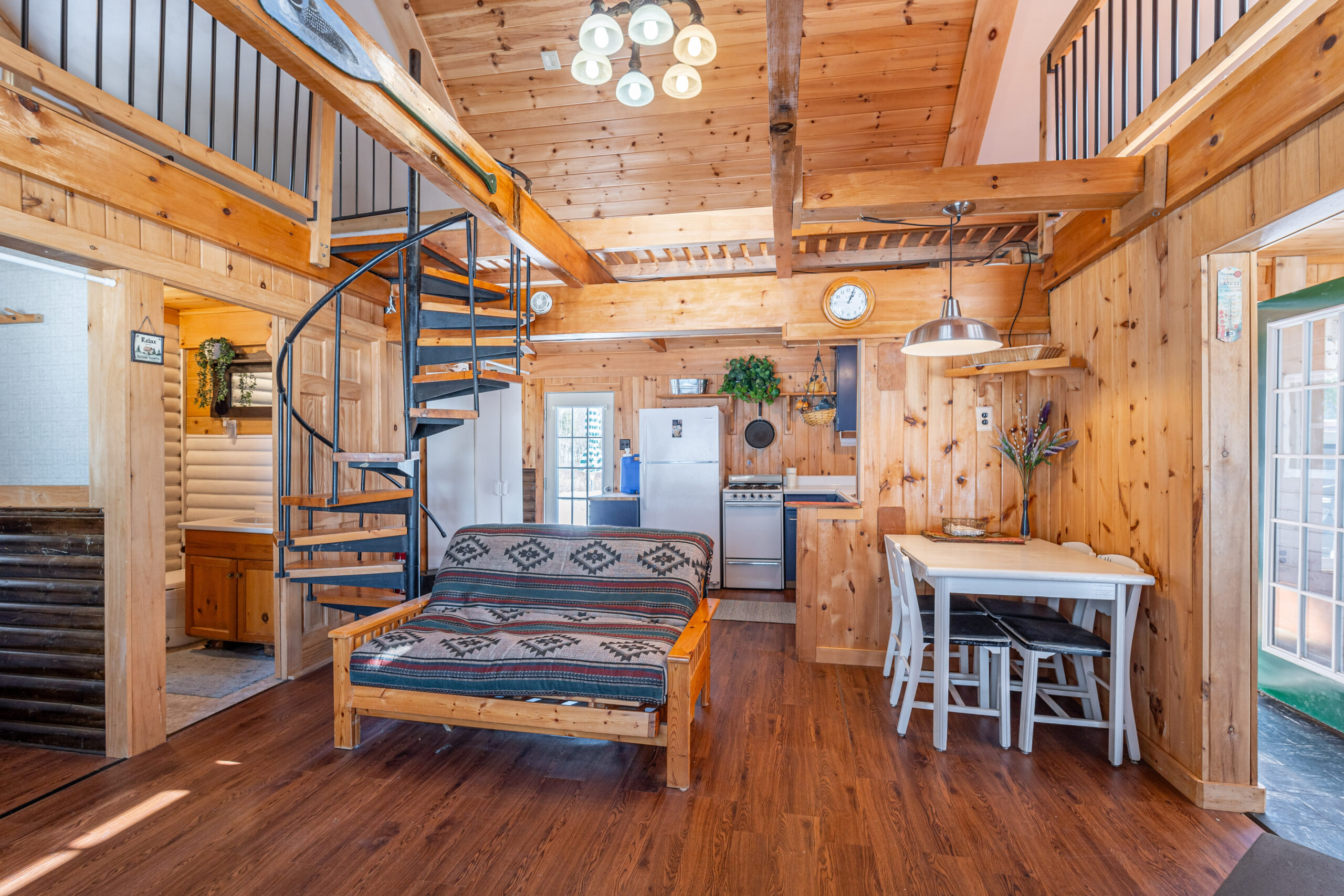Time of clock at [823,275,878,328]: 1:03
